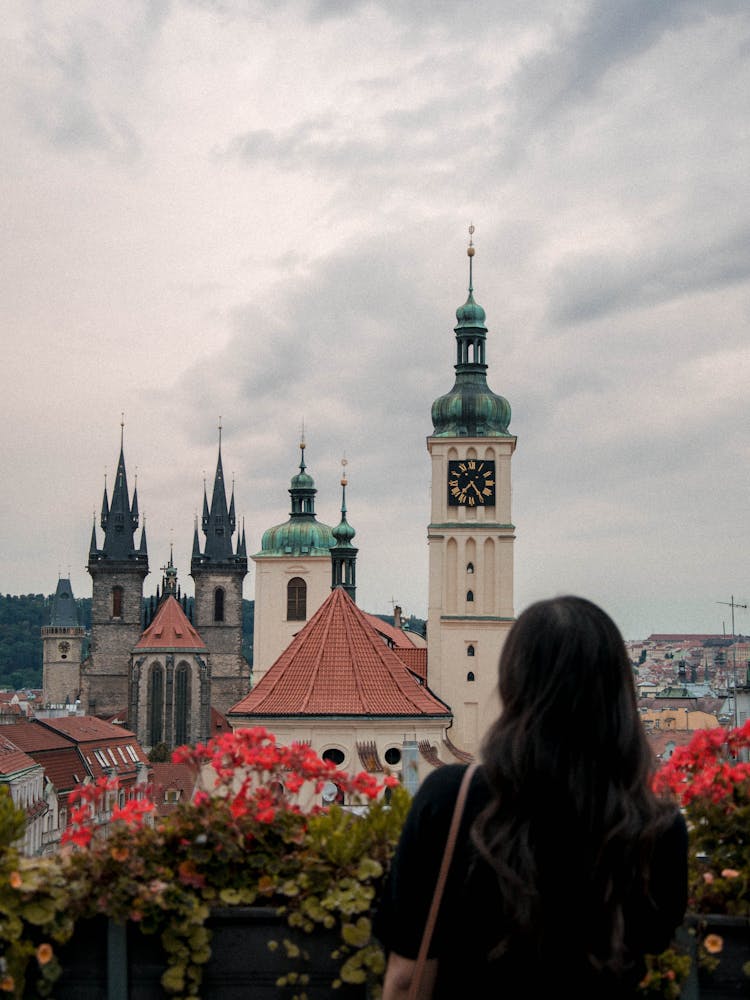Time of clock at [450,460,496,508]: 7:24
